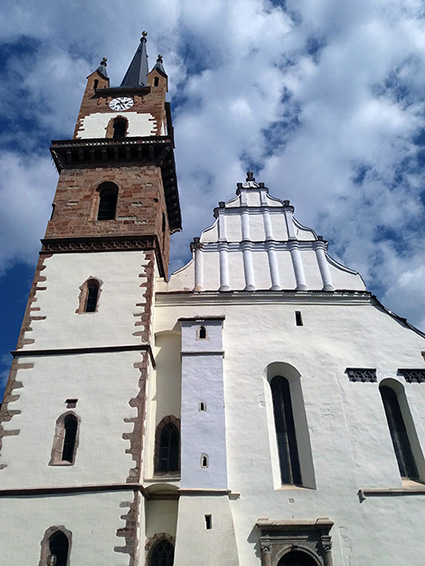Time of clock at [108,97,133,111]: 2:26
